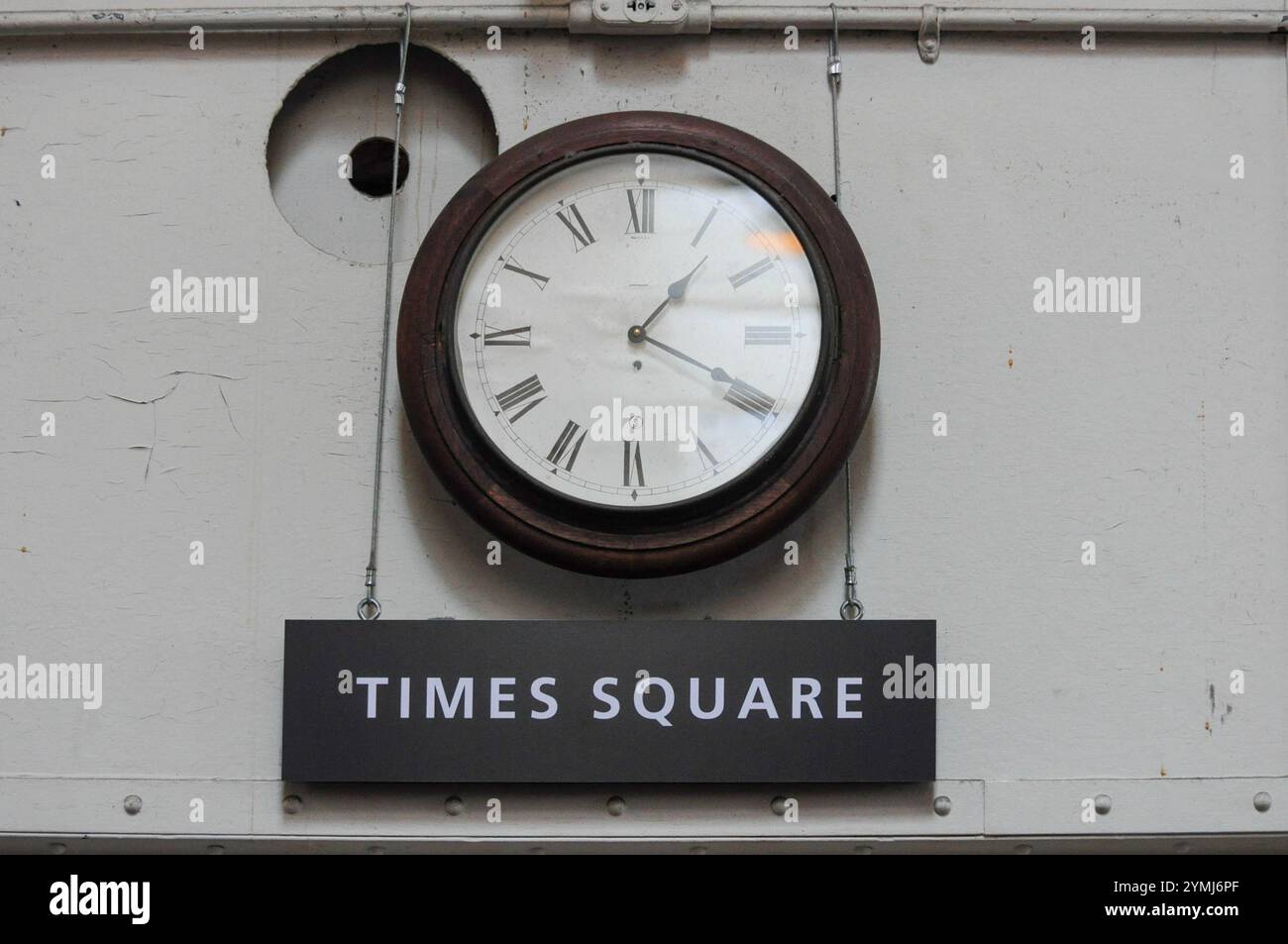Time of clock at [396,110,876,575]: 1:19
